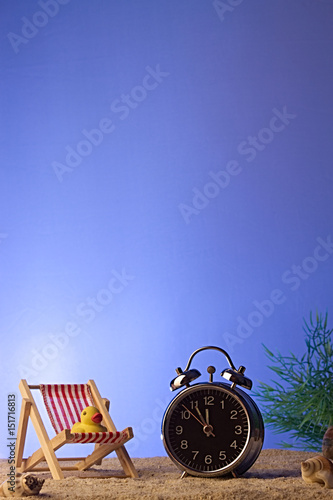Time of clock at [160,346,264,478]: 11:52
